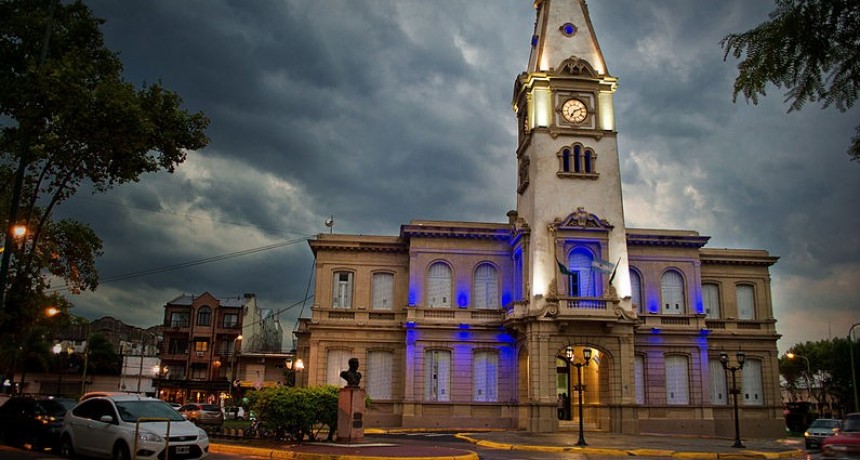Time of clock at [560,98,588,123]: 7:11
